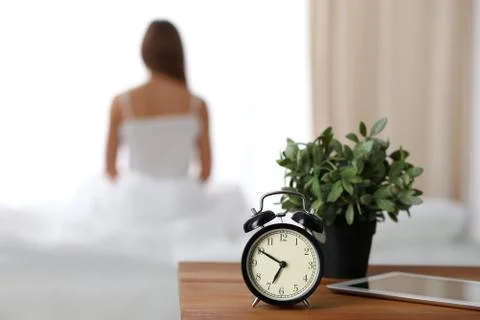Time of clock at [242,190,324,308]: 6:50
